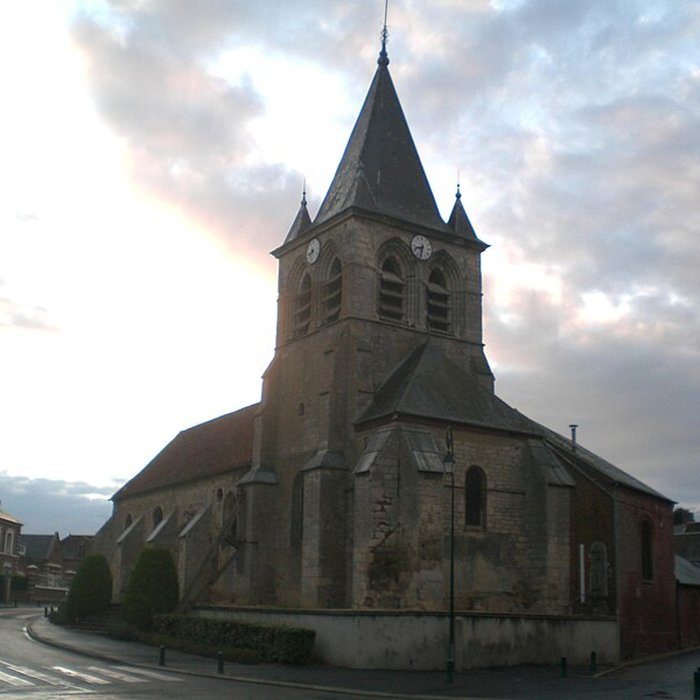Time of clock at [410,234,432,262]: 8:32
